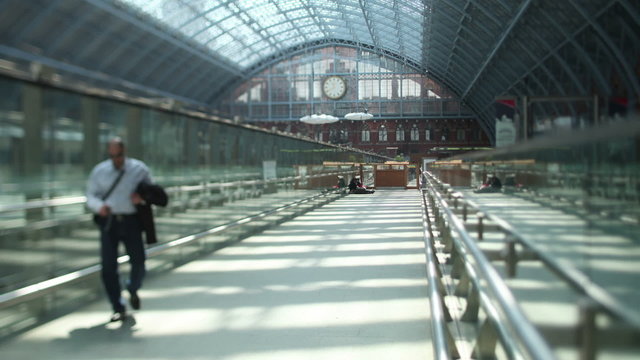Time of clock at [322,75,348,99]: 11:40
